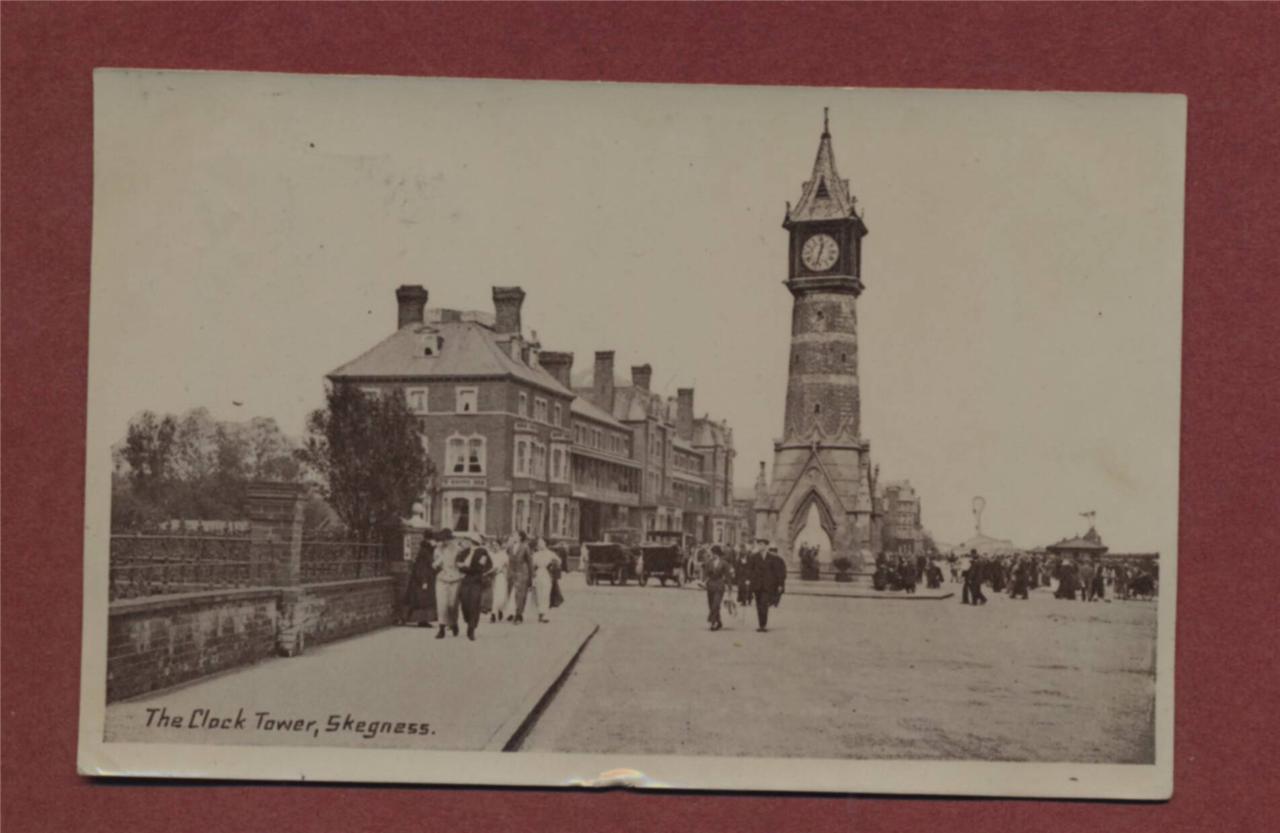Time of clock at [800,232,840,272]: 12:32
